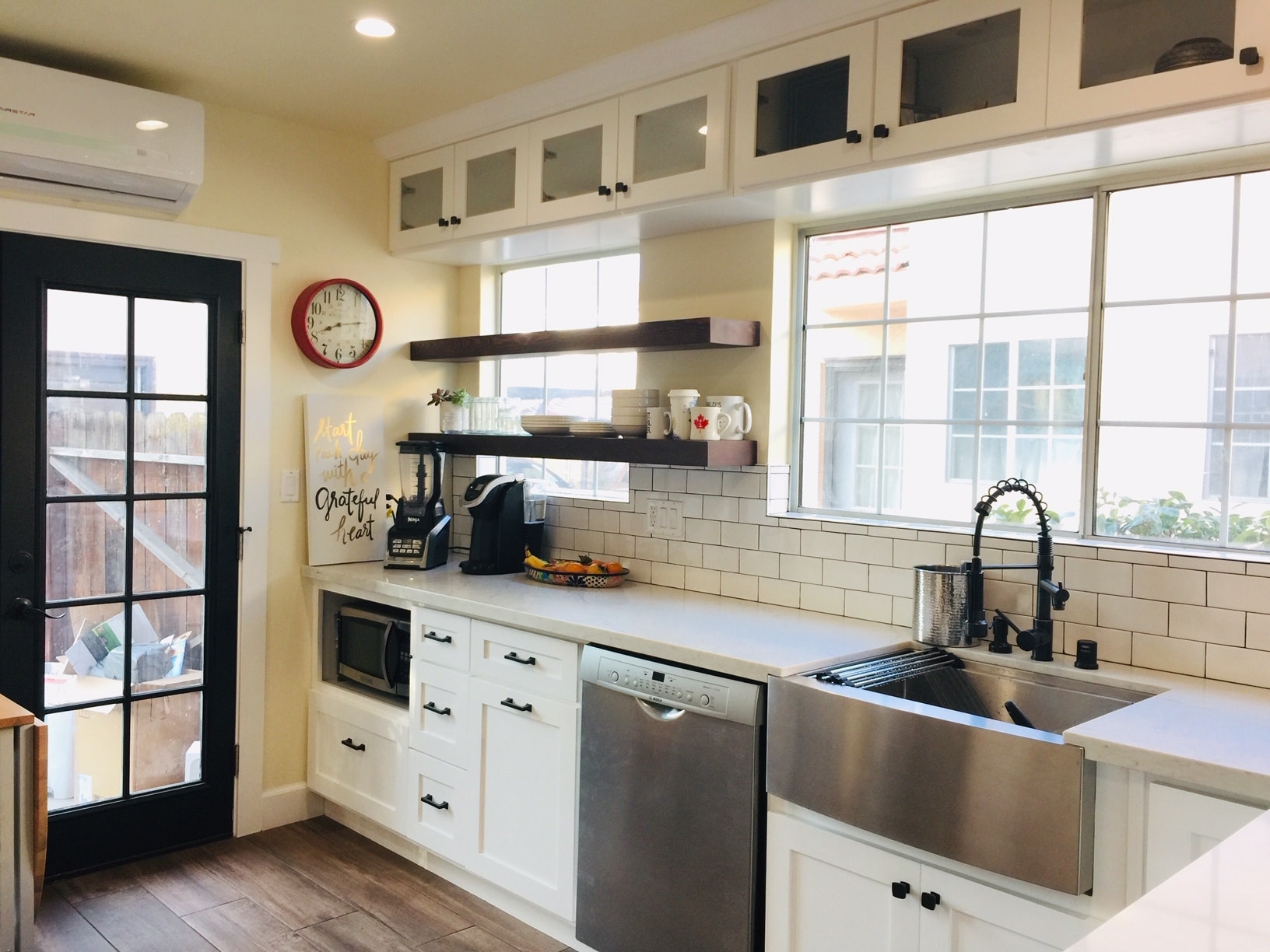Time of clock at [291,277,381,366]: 8:13
